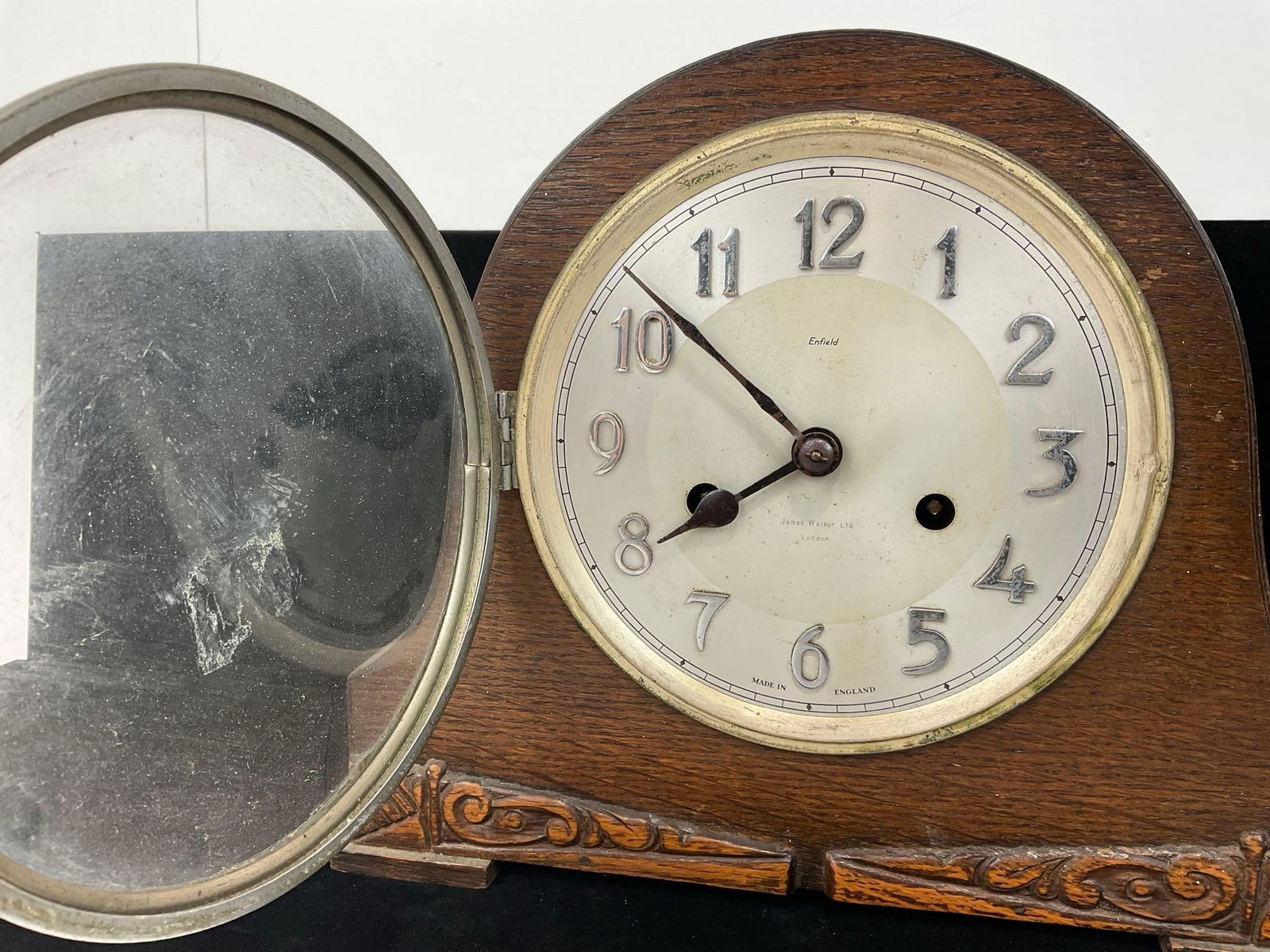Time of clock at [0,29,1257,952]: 7:52
